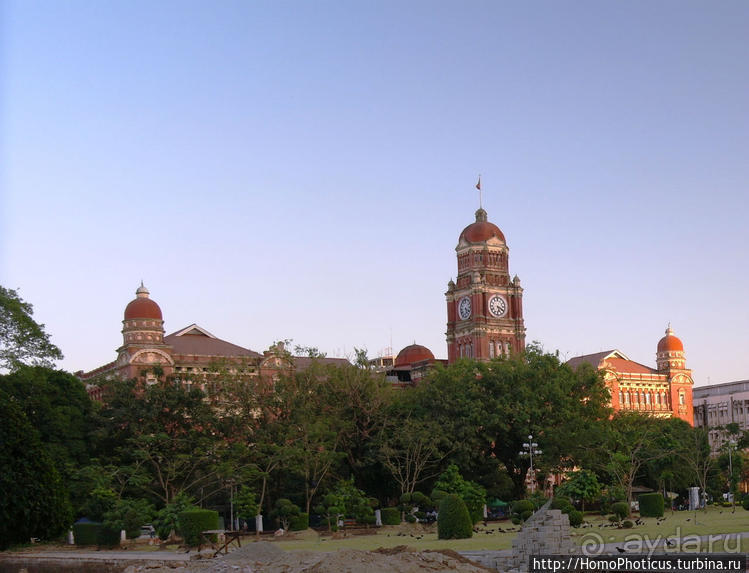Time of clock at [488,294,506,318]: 5:18
